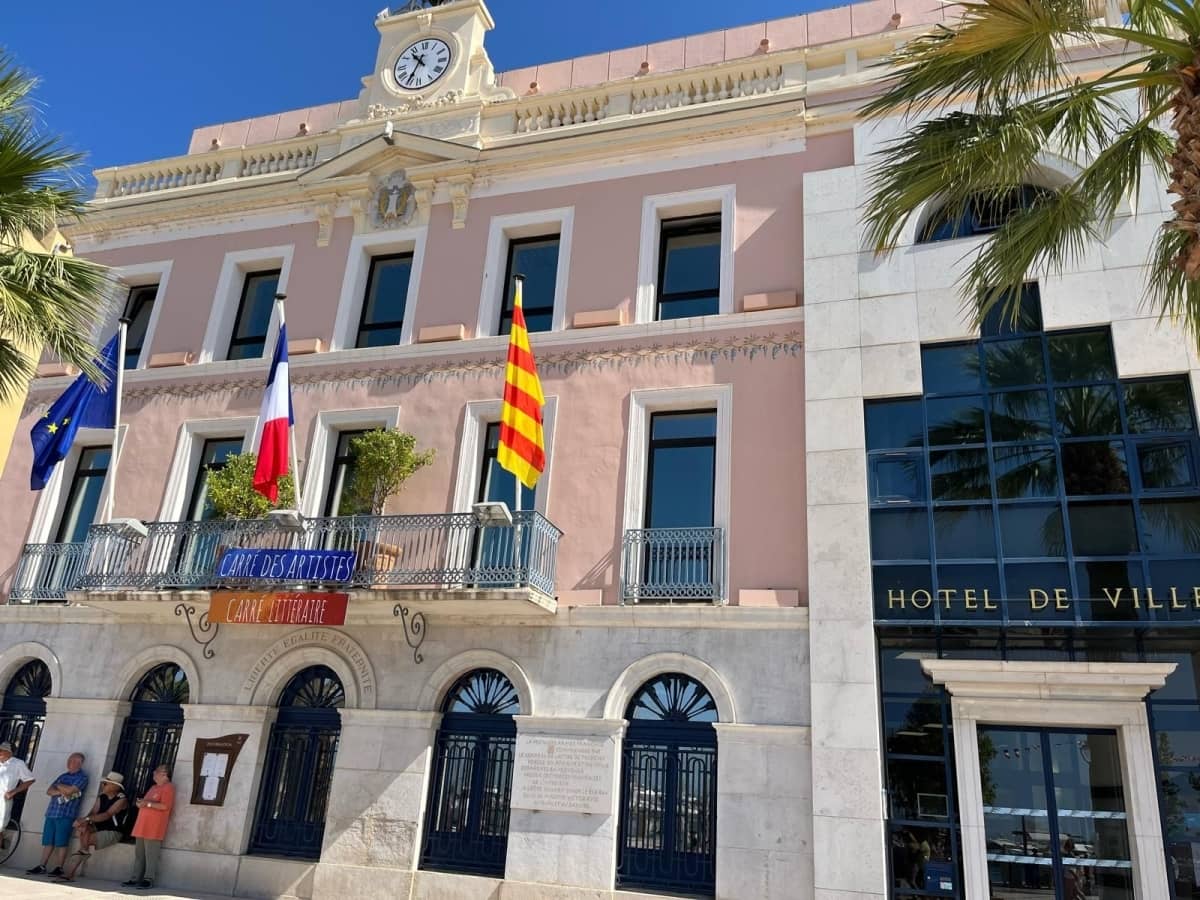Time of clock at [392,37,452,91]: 10:34
